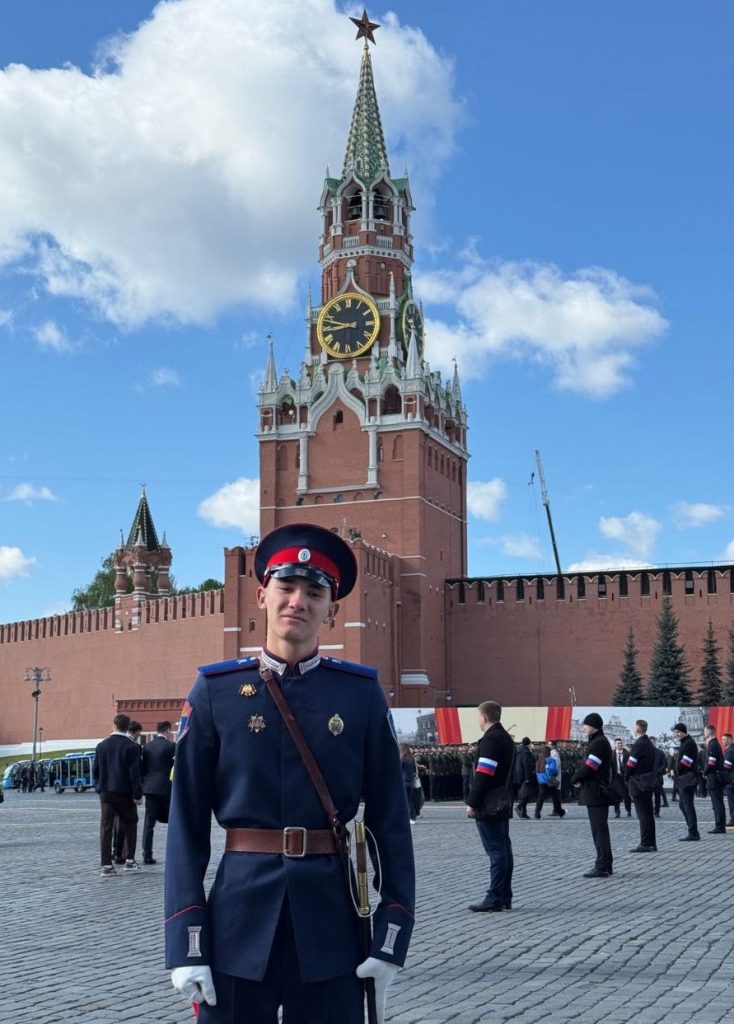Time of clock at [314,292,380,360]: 8:47
